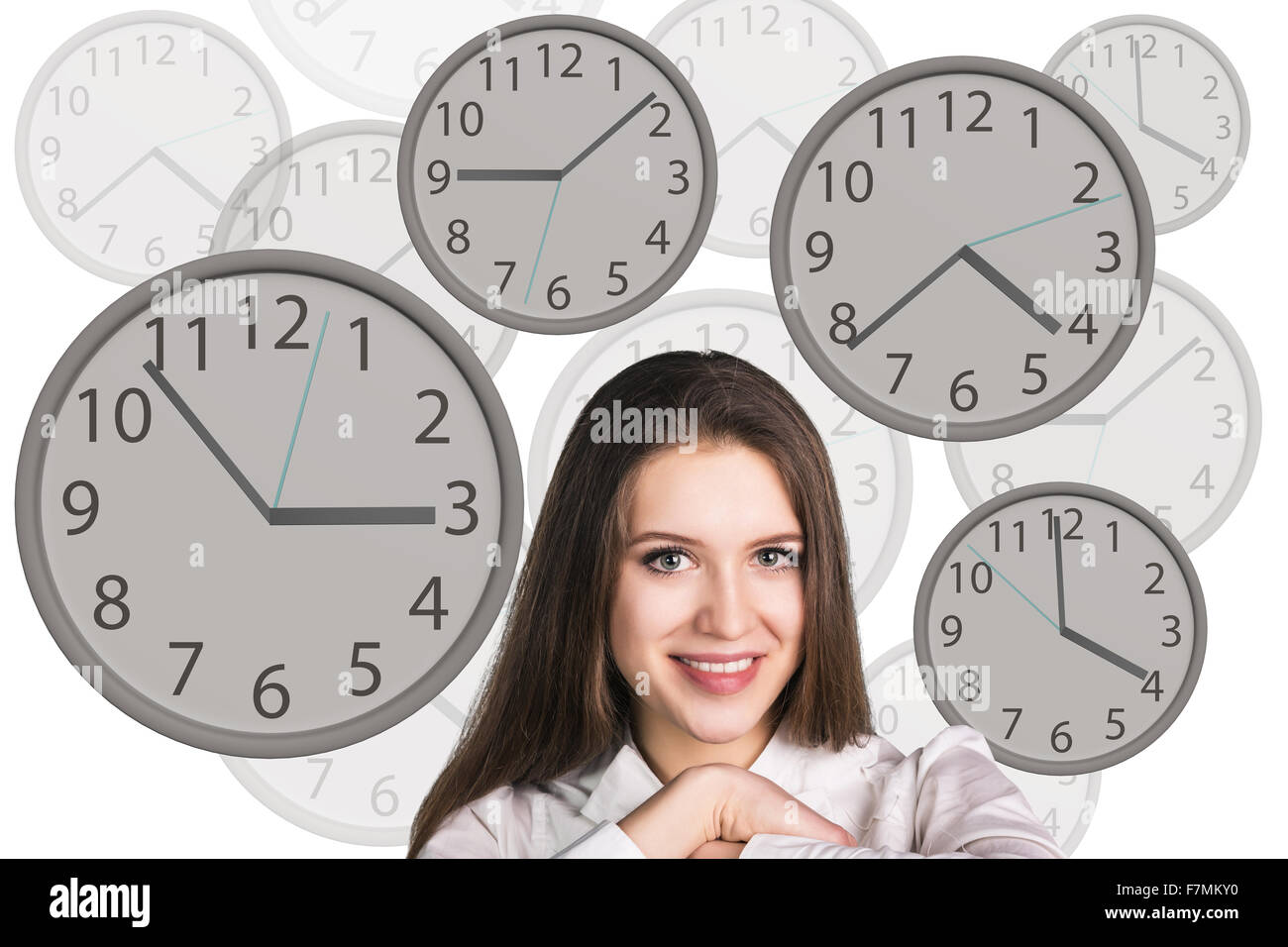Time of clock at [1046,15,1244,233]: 3:59
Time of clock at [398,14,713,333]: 9:08
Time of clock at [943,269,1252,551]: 4:21
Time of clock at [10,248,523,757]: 2:53
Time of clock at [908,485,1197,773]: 3:59
